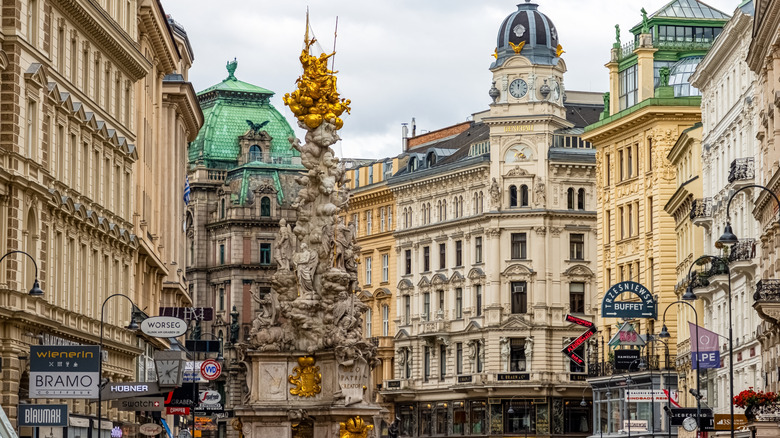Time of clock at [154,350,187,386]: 5:09
